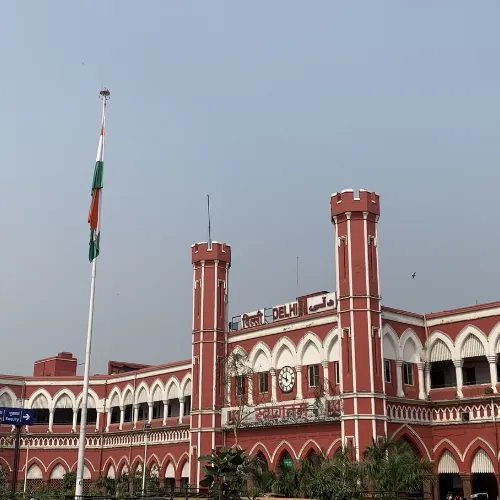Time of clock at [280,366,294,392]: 11:48
